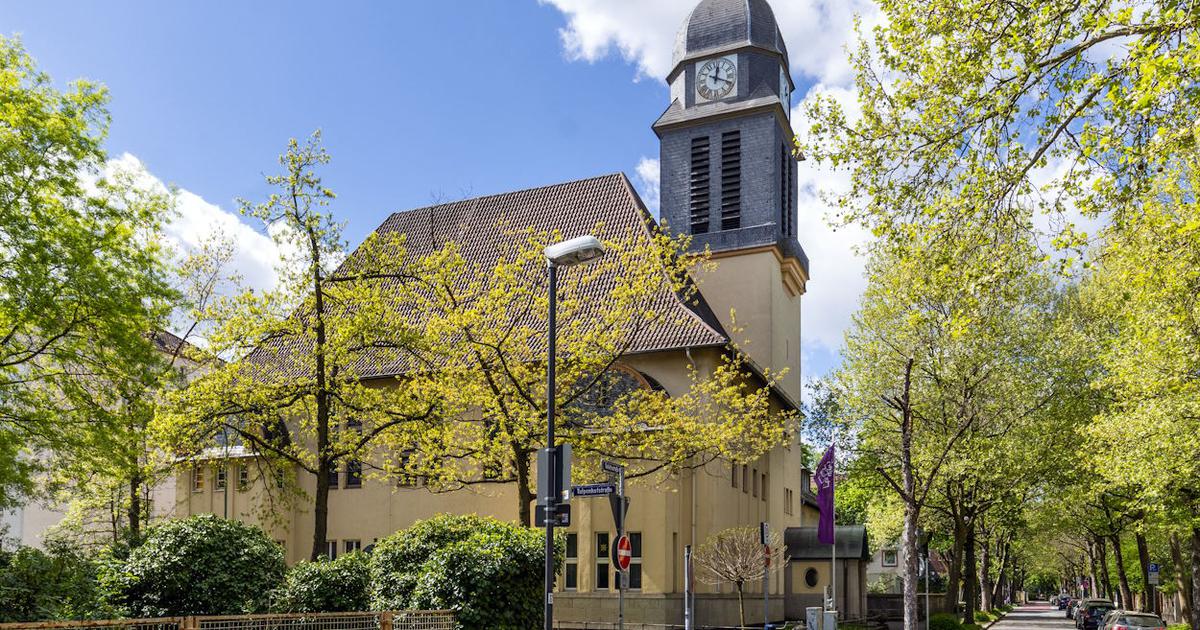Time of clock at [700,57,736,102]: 12:19
